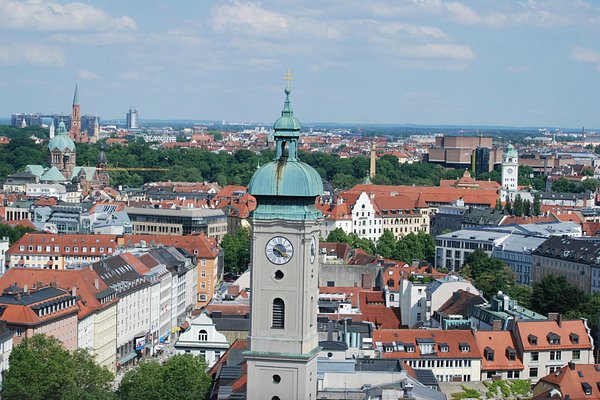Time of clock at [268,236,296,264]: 9:22
